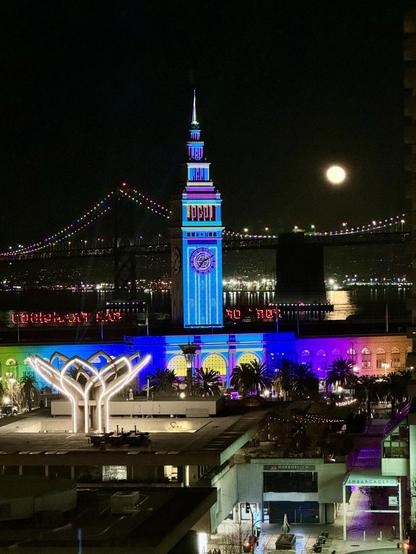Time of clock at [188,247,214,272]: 7:10
